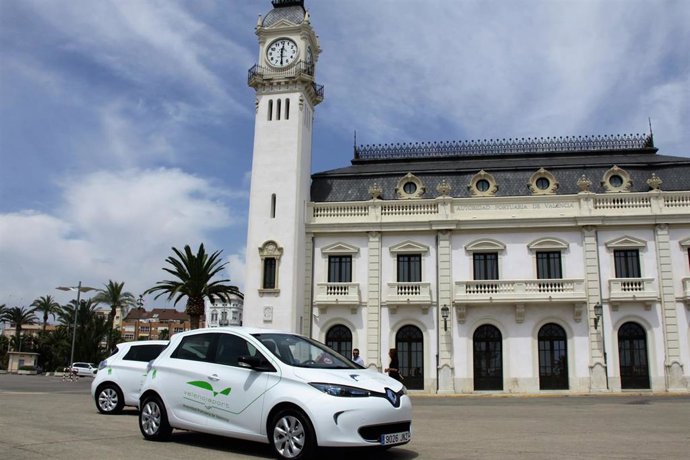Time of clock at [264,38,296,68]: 12:29
